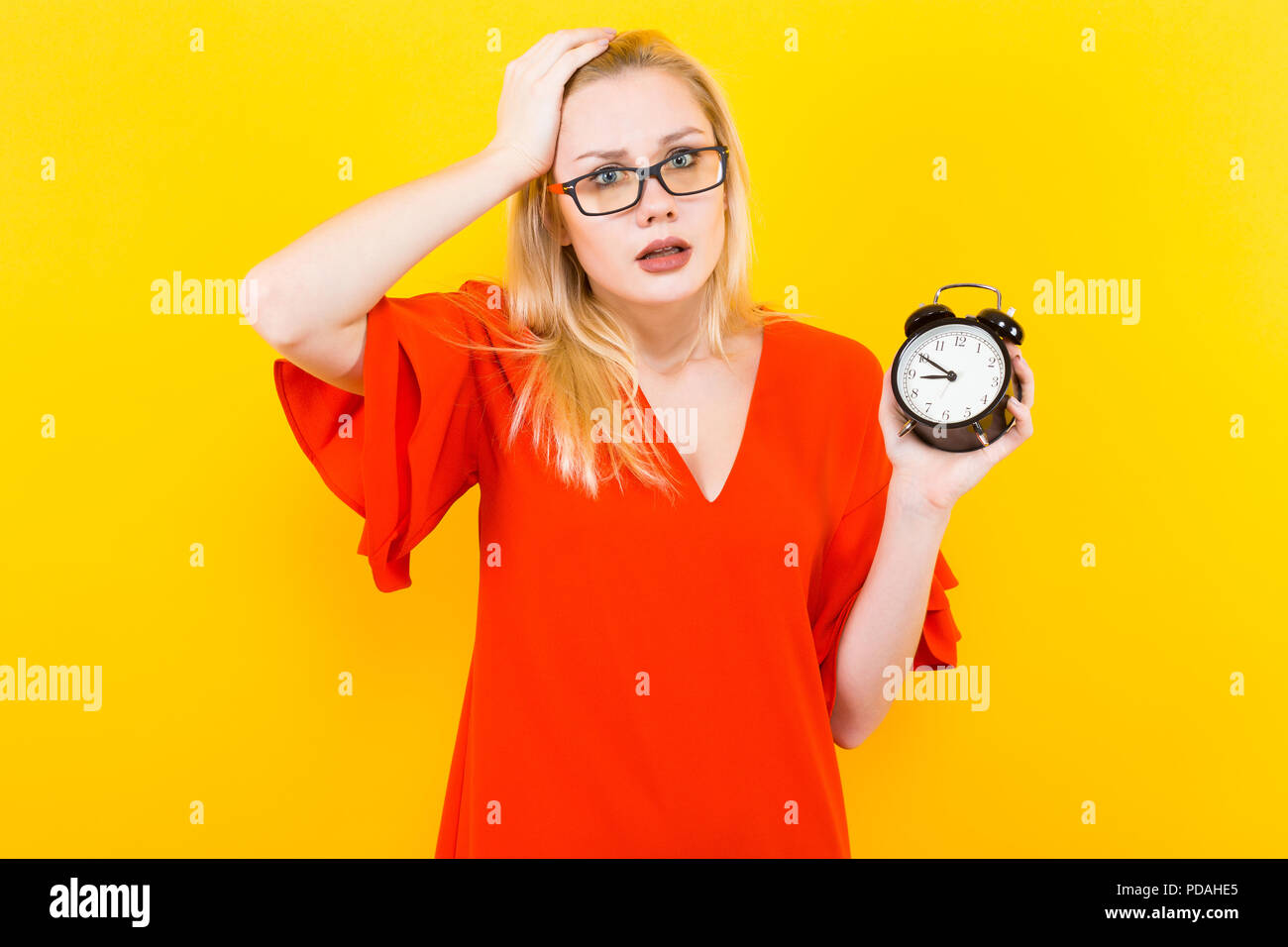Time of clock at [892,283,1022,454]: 8:50
